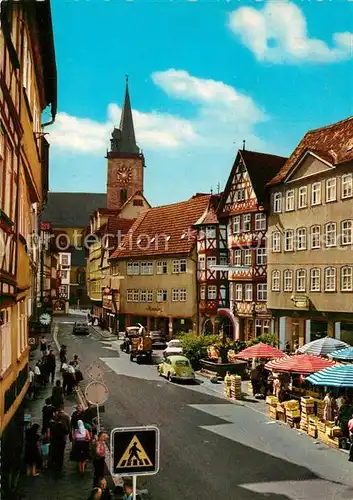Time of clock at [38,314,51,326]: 9:45
